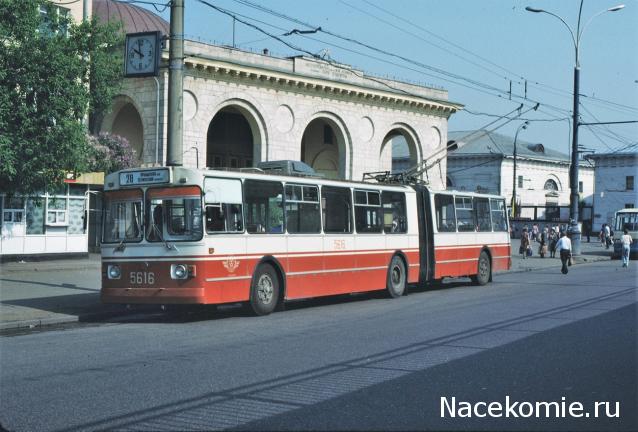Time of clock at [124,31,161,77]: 9:57
